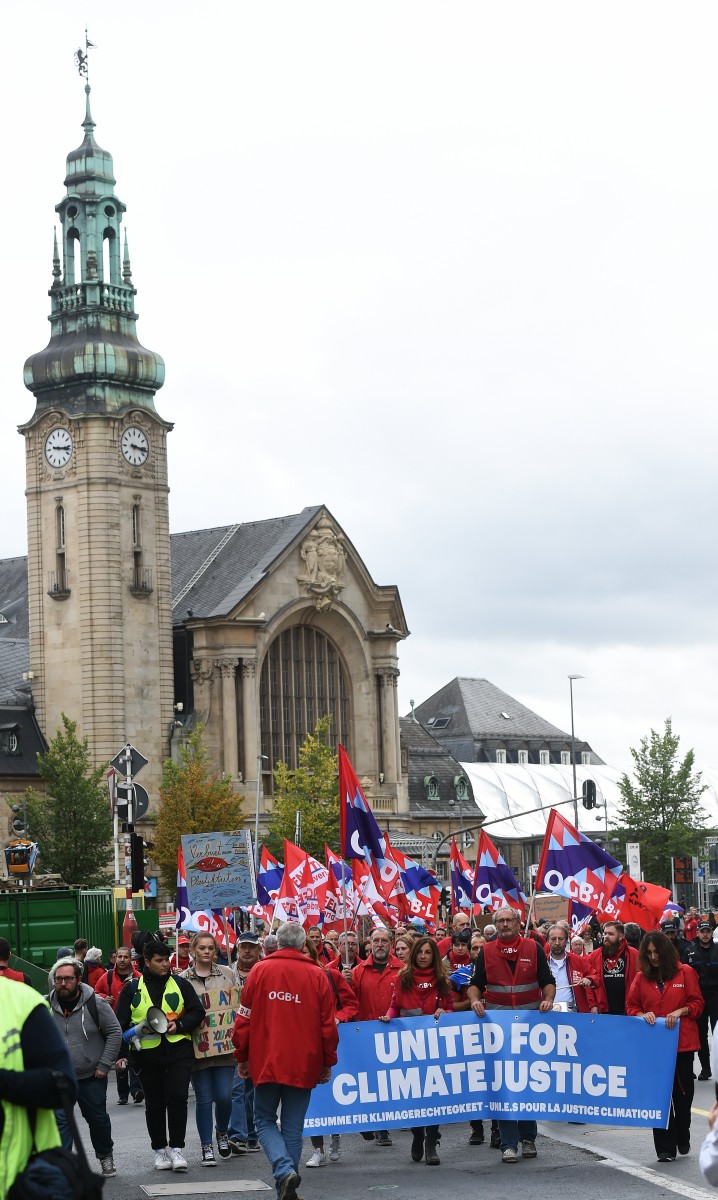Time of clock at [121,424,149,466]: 3:16
